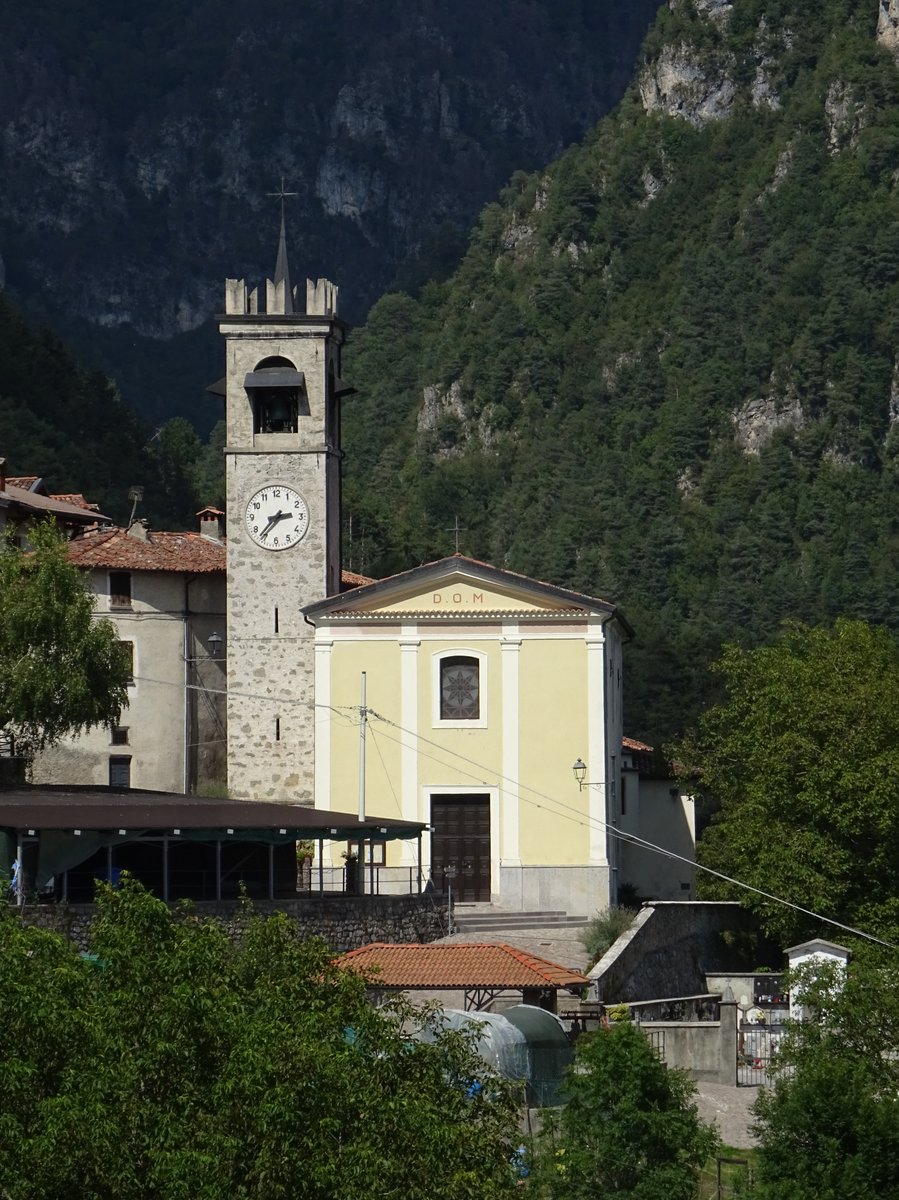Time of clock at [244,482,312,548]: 2:36
